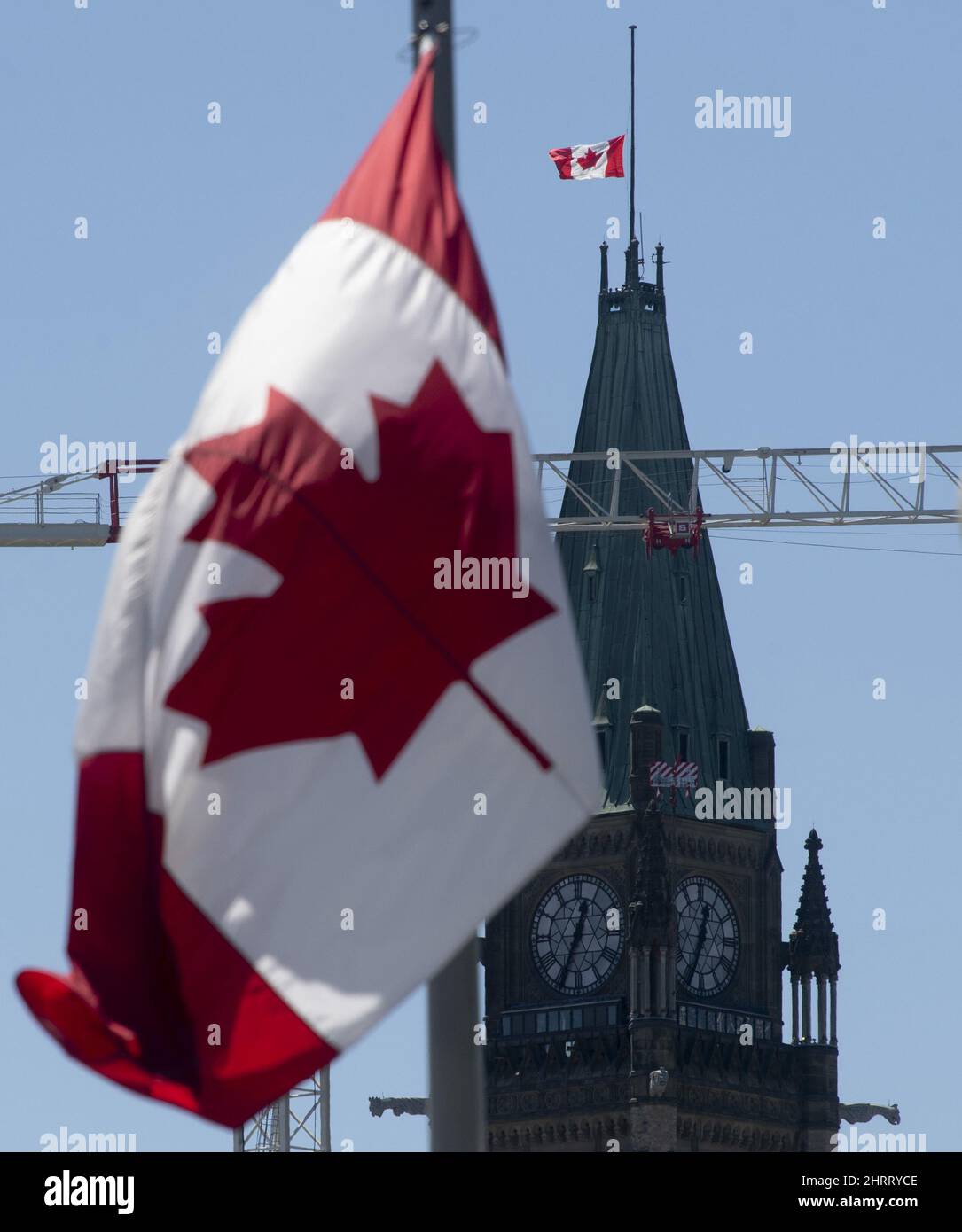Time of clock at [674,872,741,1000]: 12:34
